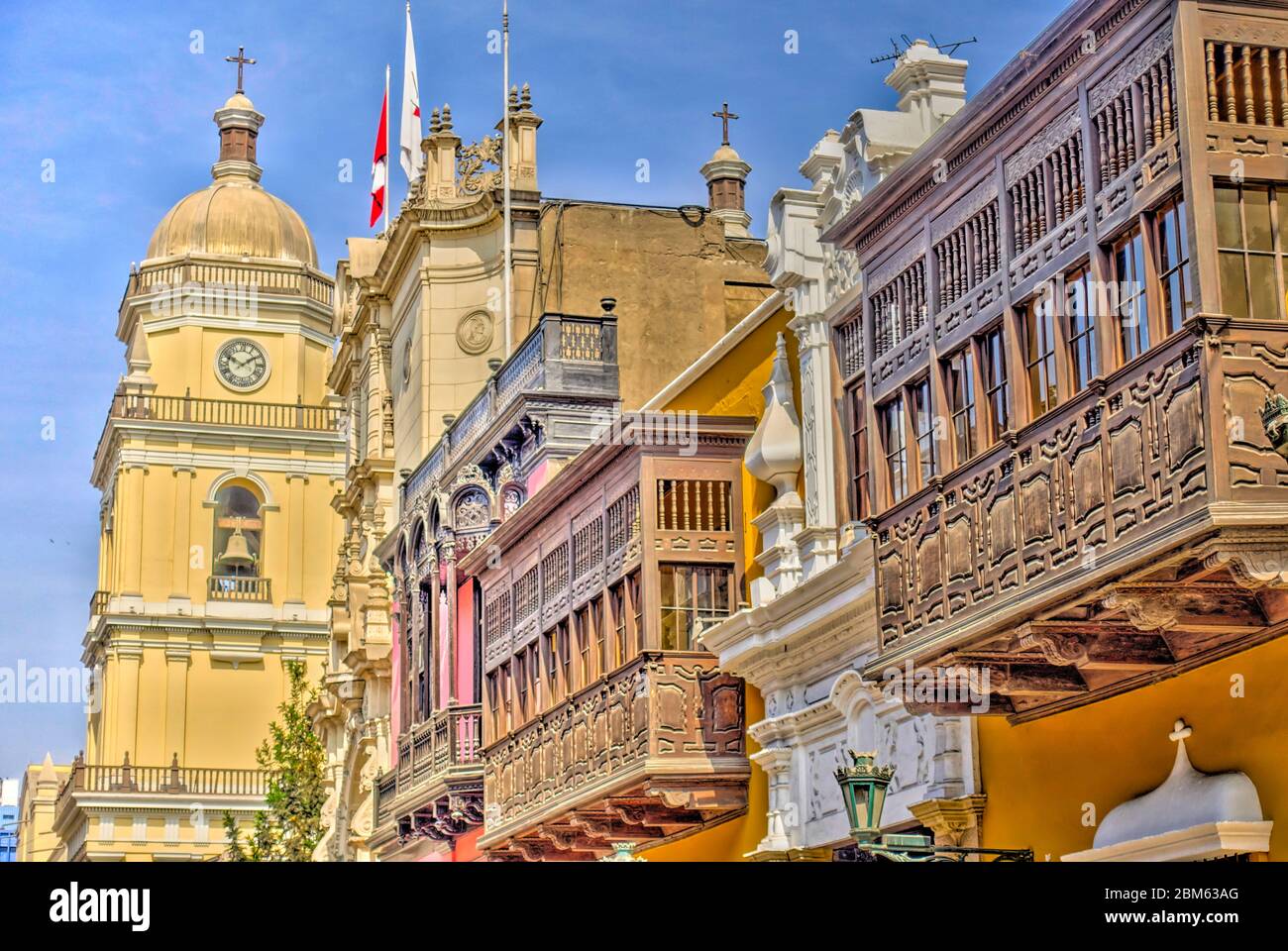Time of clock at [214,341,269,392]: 1:50
